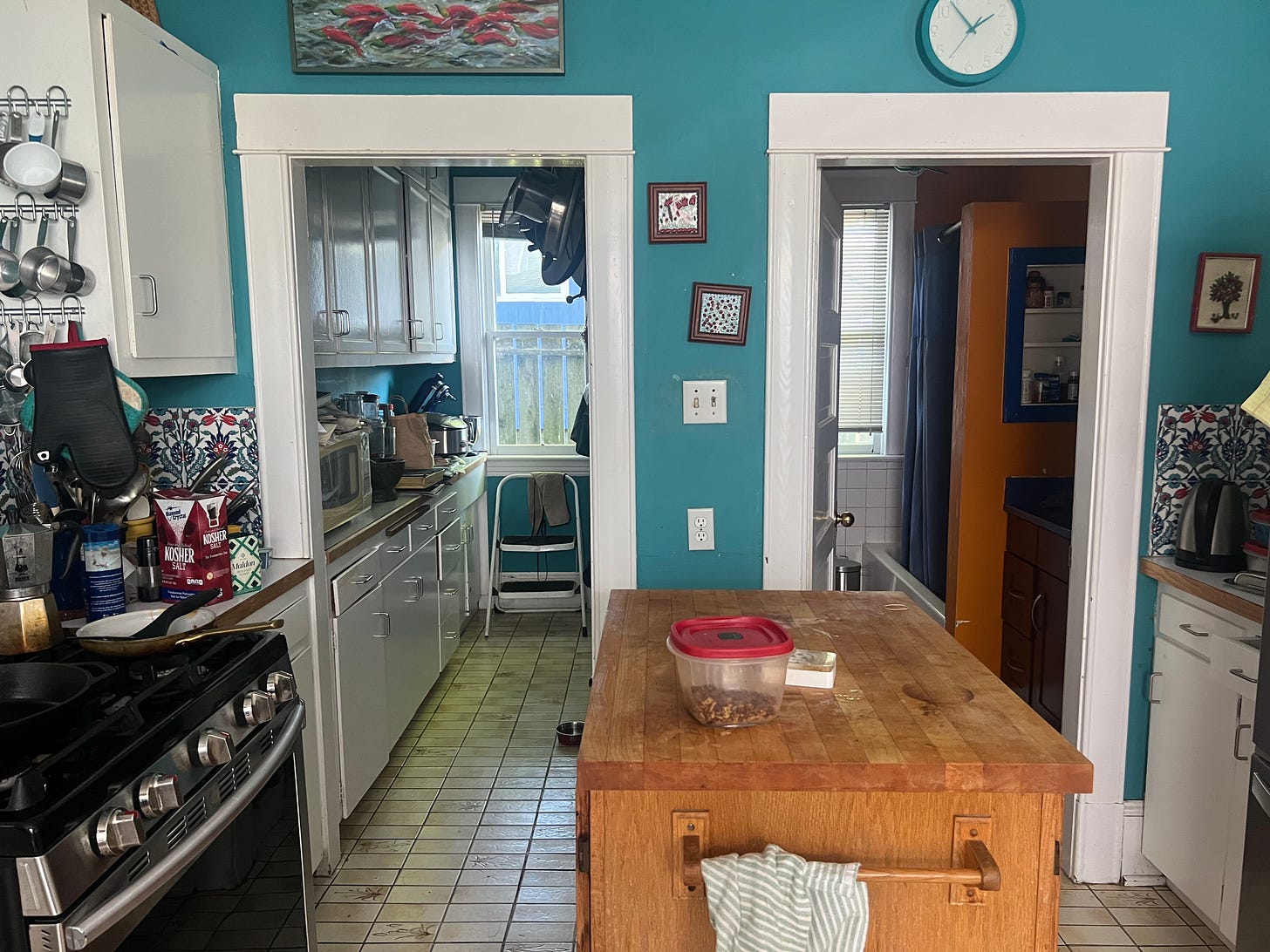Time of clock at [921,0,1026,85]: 1:53
